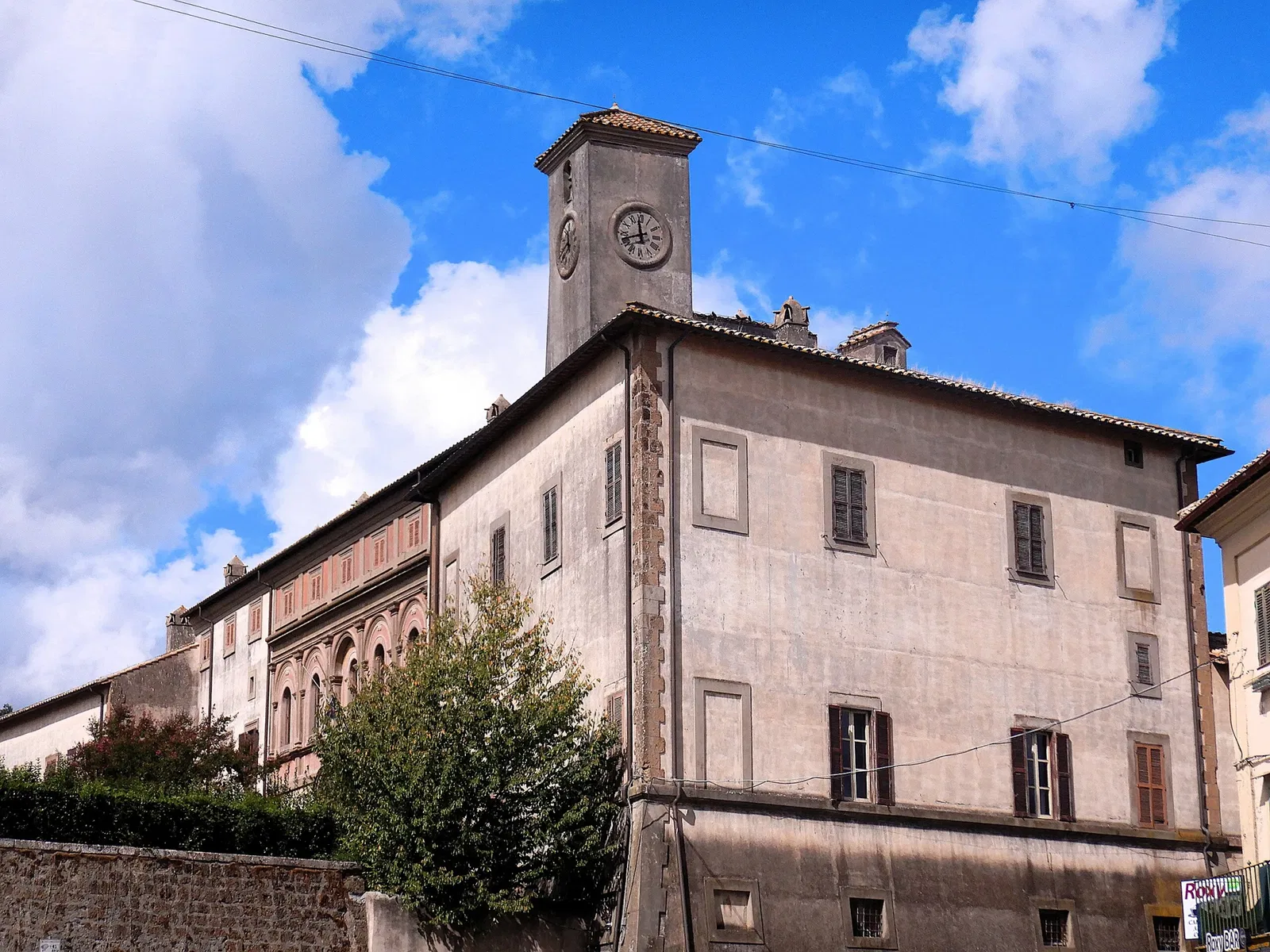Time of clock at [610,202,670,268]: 11:41
